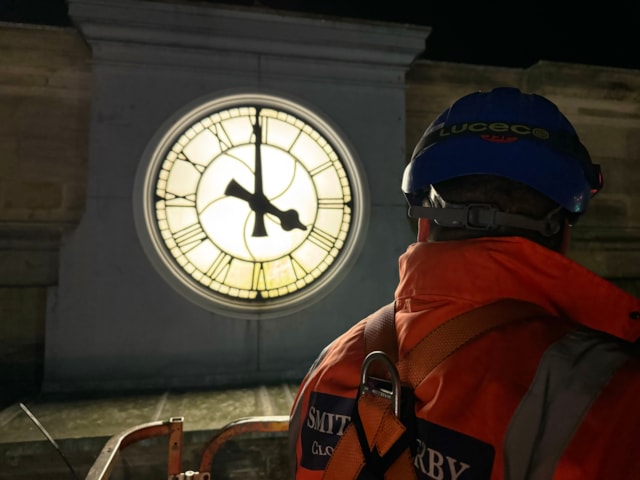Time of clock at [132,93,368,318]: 3:59
